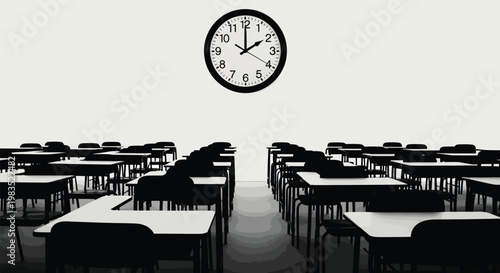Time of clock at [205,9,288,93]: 2:00
